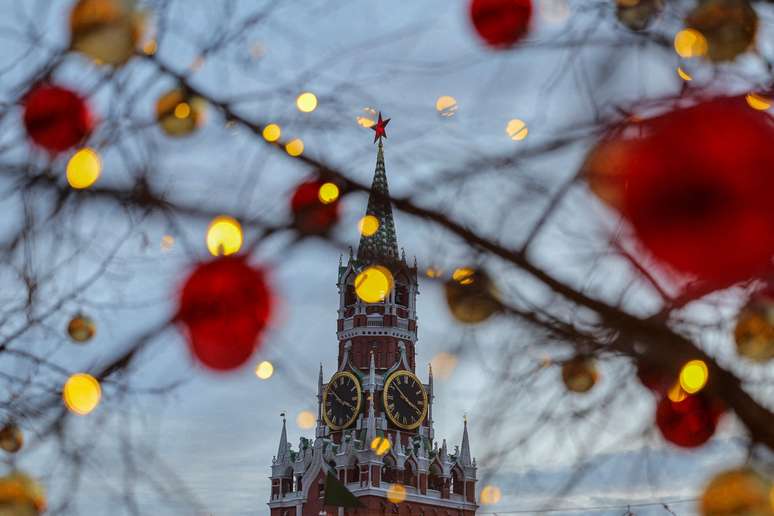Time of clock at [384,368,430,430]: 3:51
